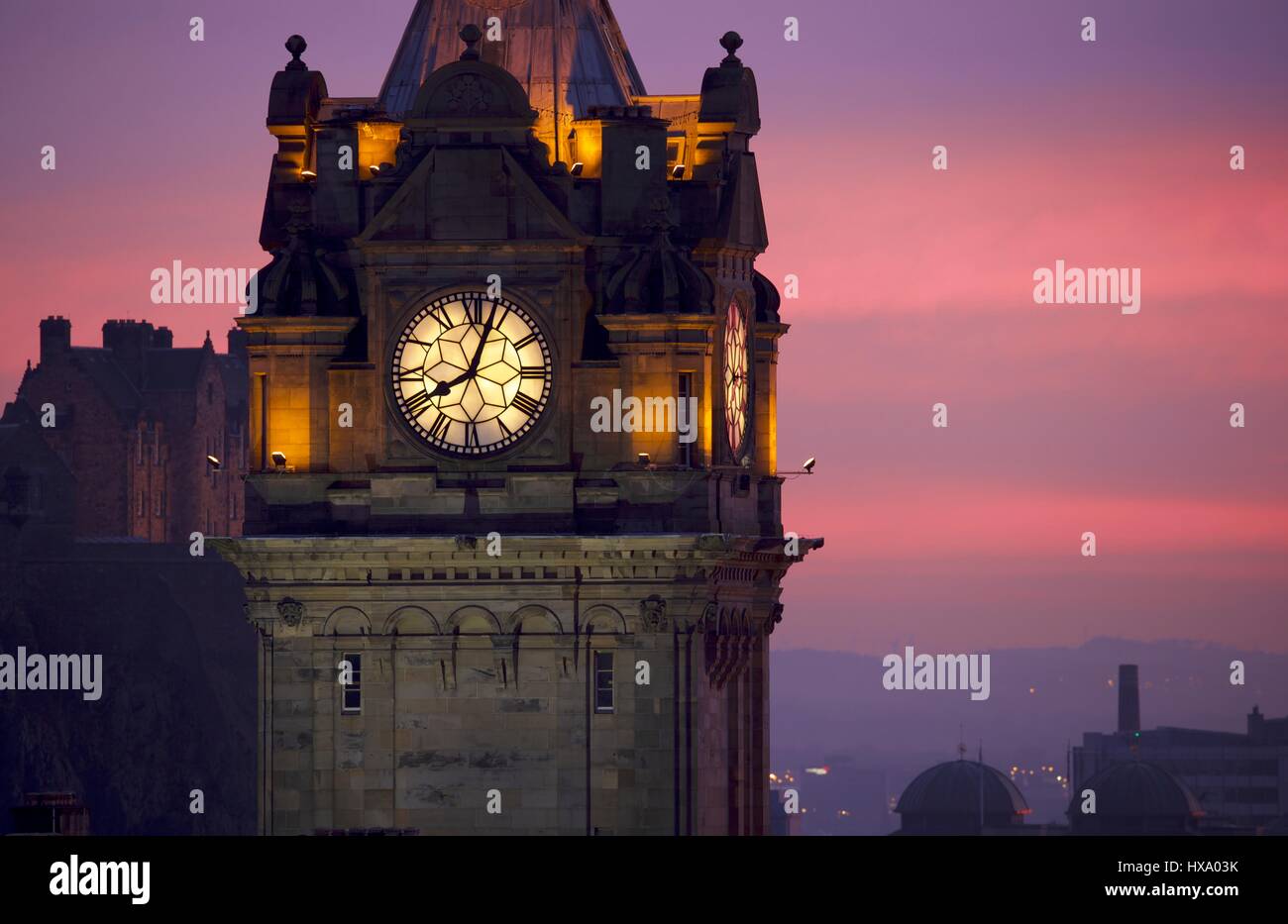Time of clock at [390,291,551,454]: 8:03
